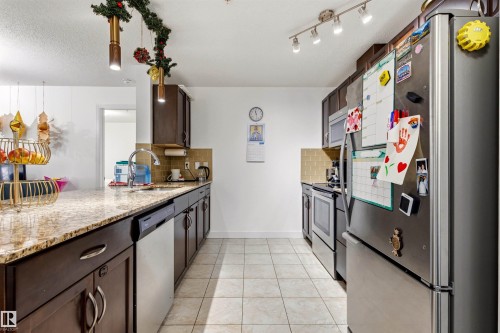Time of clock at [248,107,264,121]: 11:28
